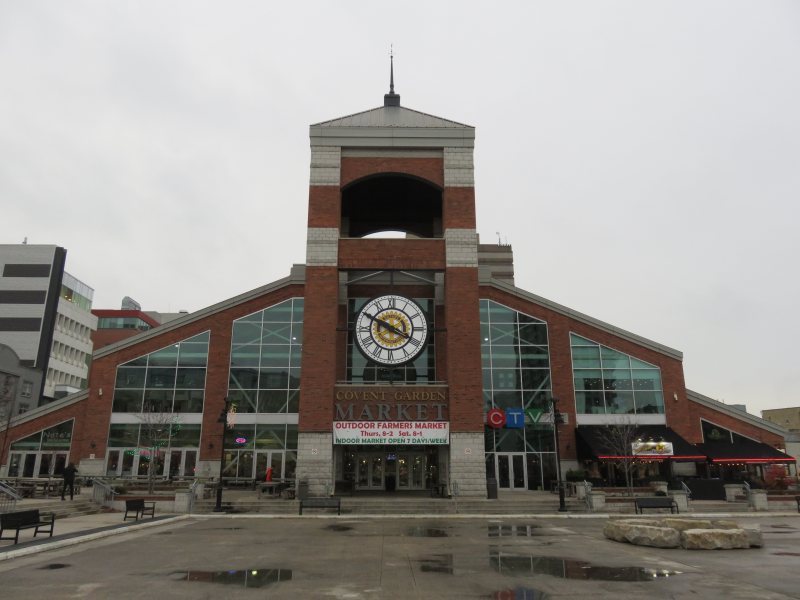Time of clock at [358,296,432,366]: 3:49
